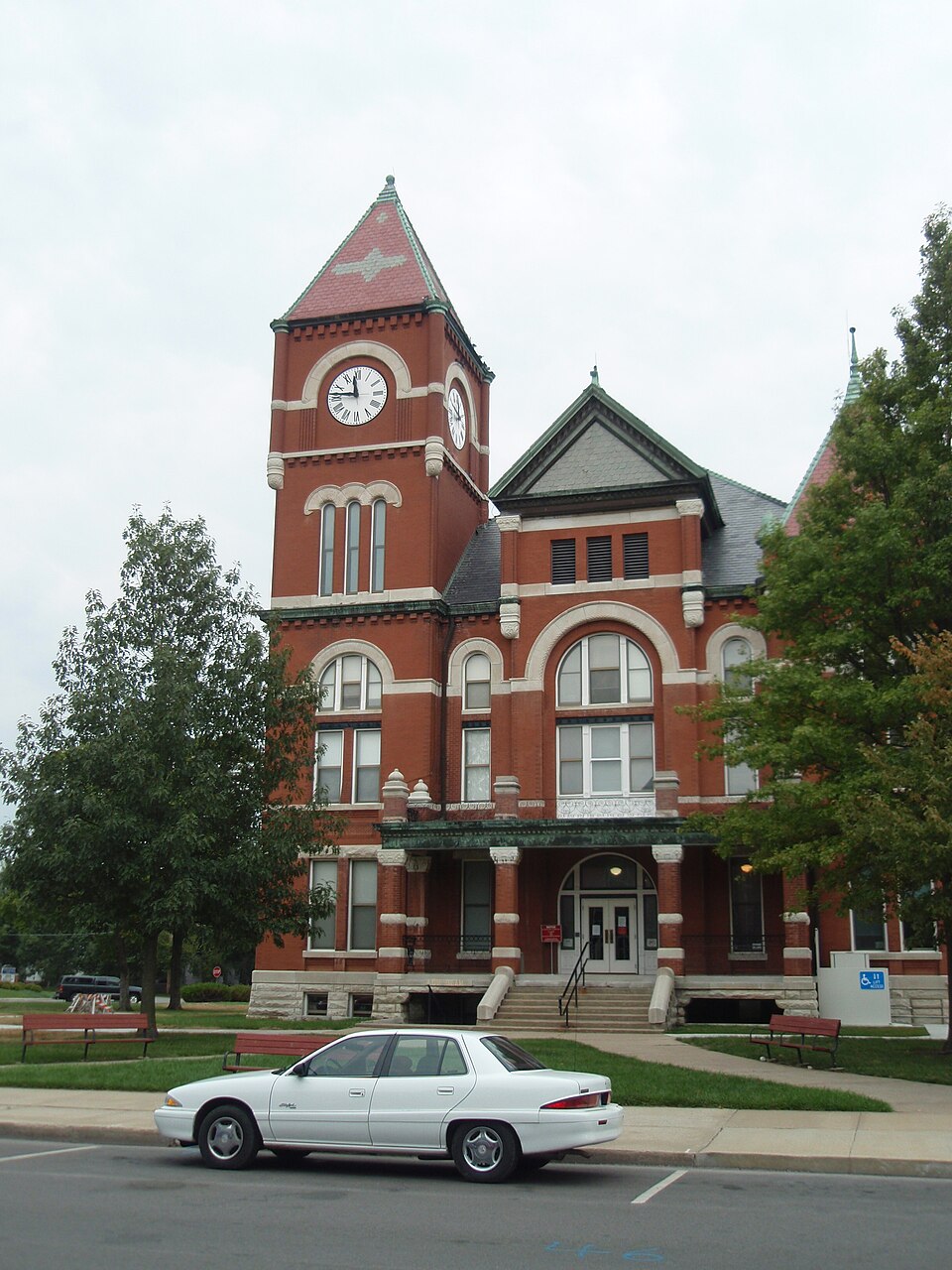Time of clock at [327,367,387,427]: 11:46
